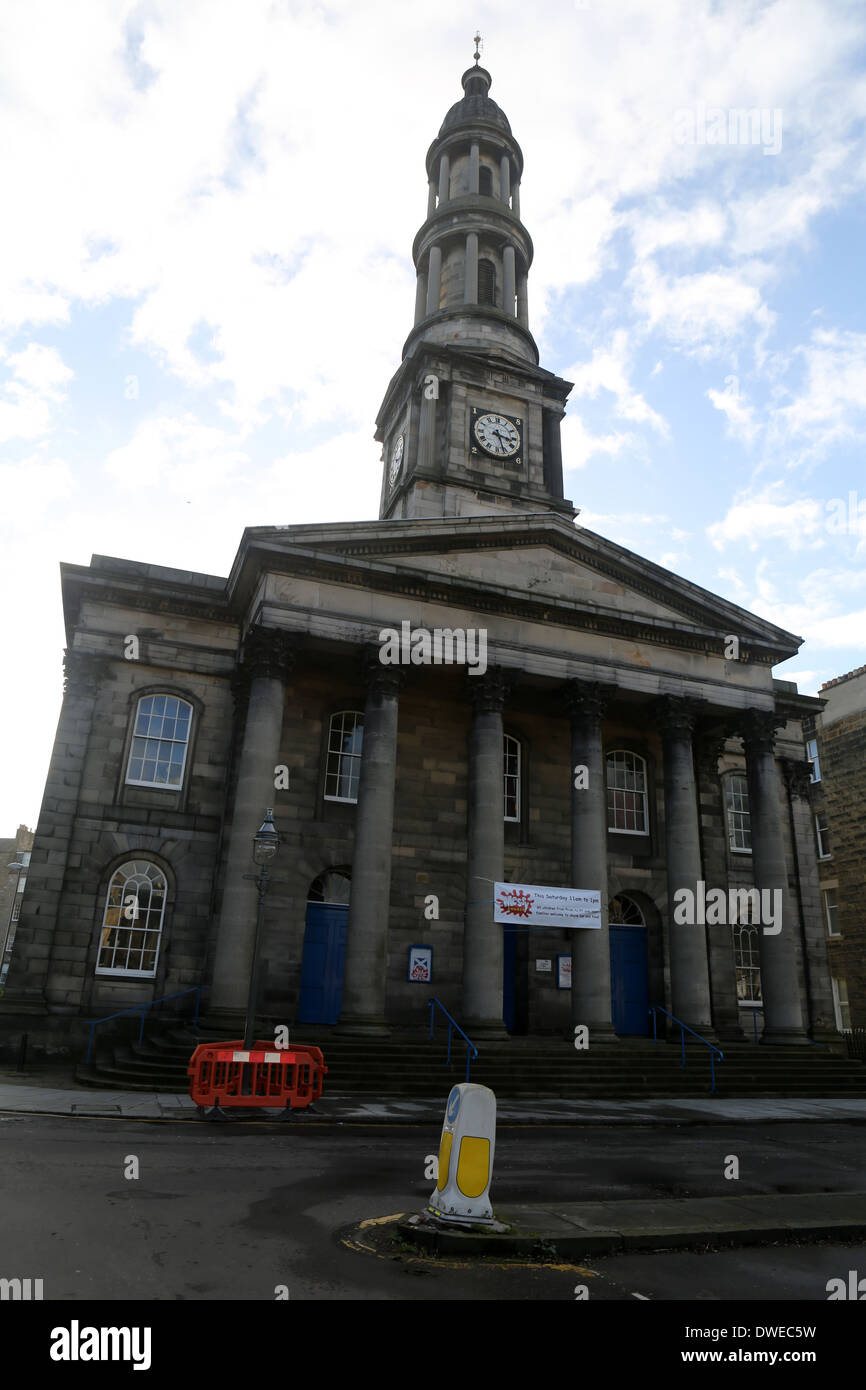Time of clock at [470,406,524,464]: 3:26
